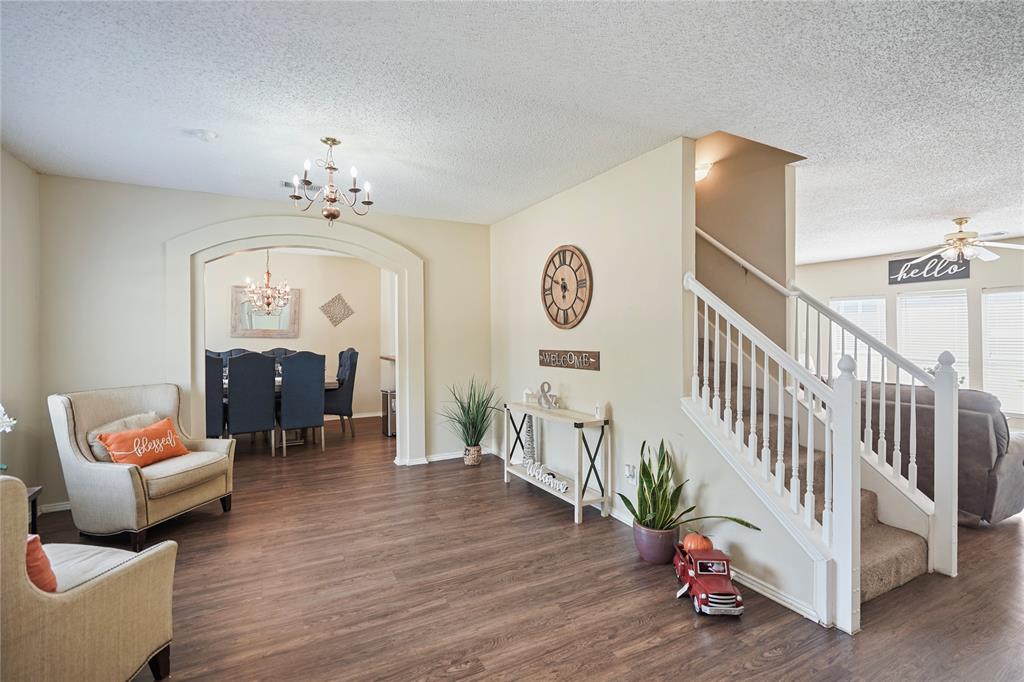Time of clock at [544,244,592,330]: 5:49
